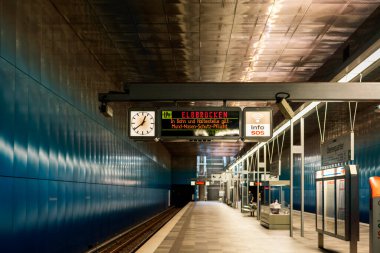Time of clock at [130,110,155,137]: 12:38
